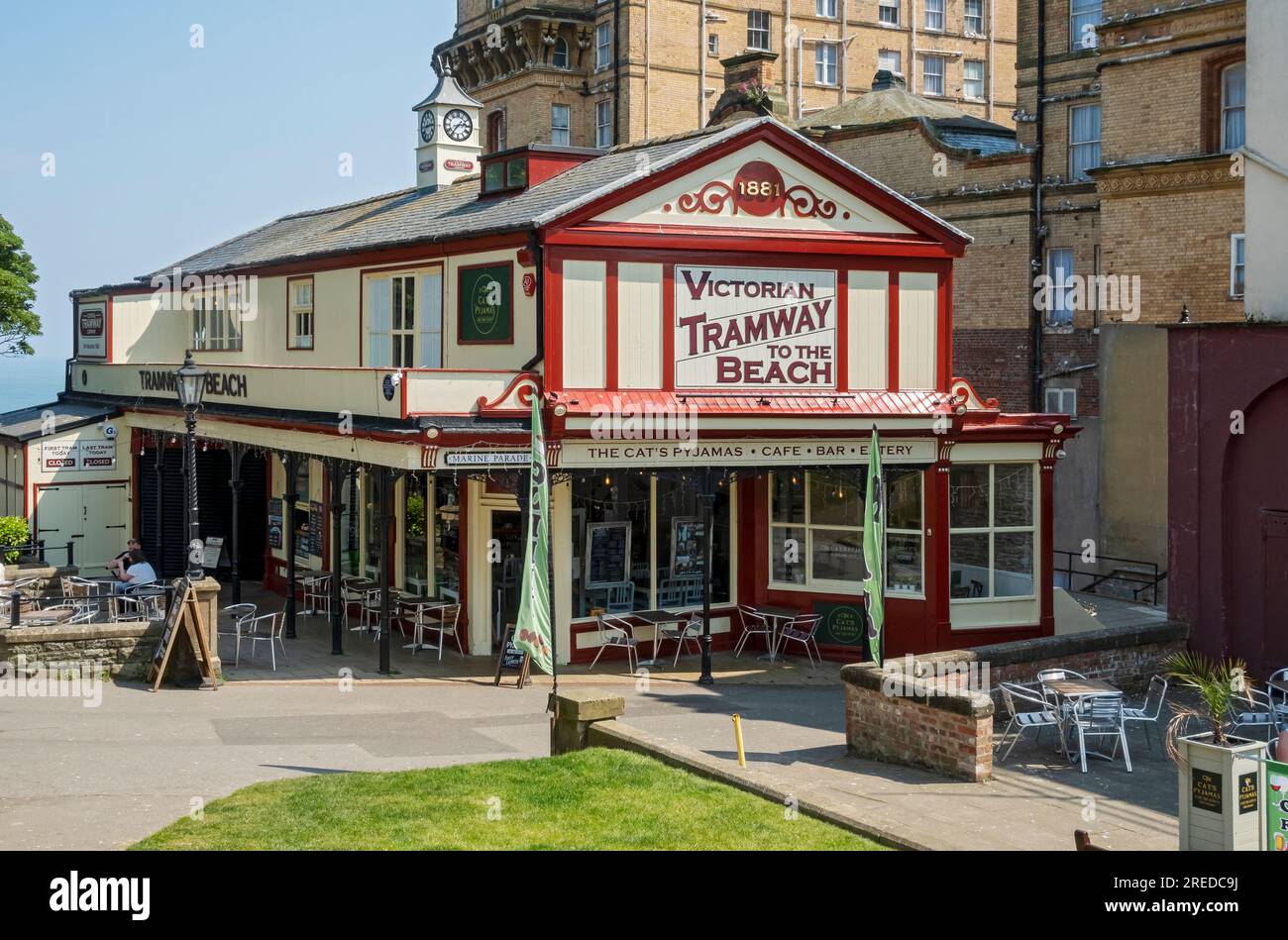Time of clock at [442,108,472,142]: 2:36
